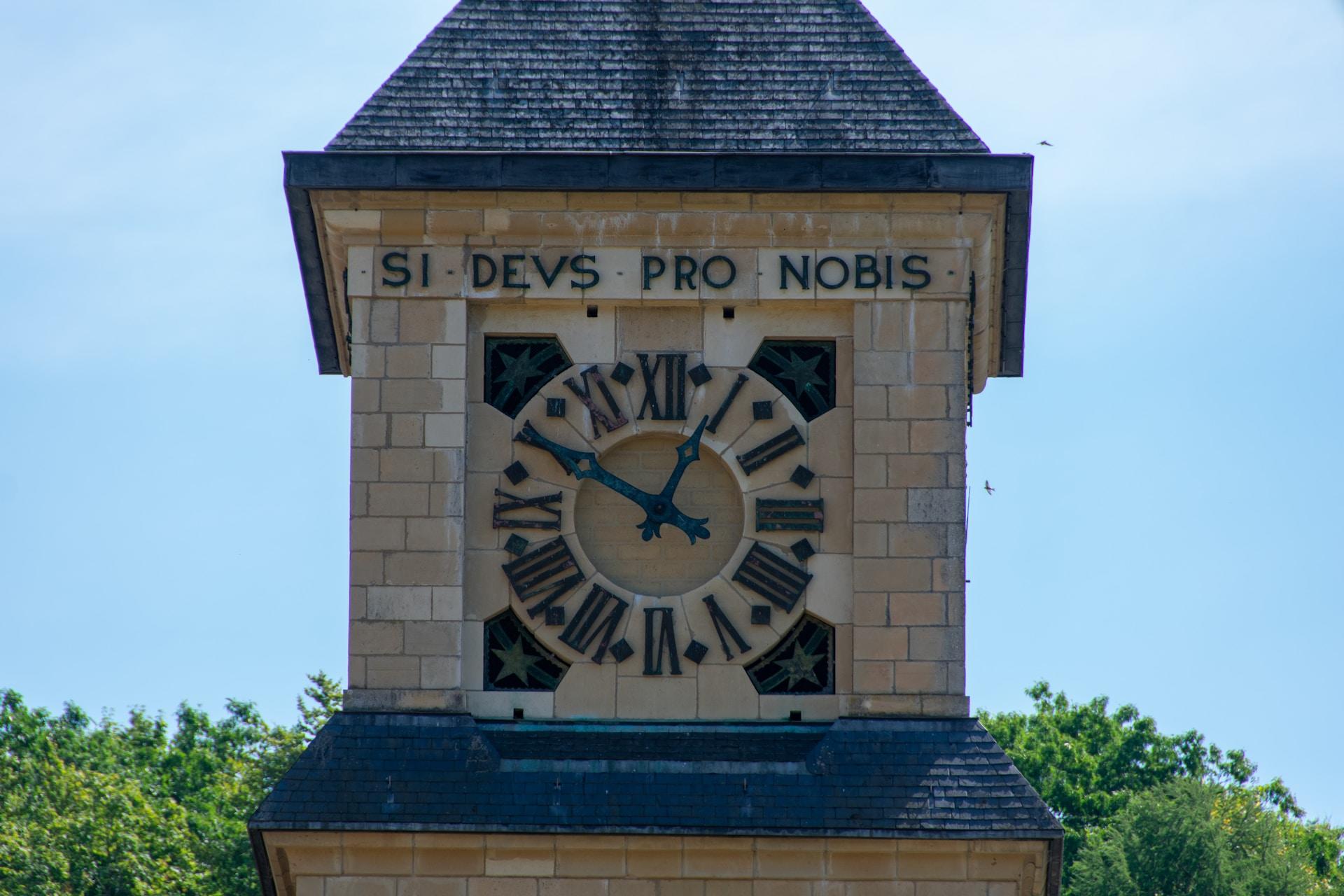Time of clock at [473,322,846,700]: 12:49
